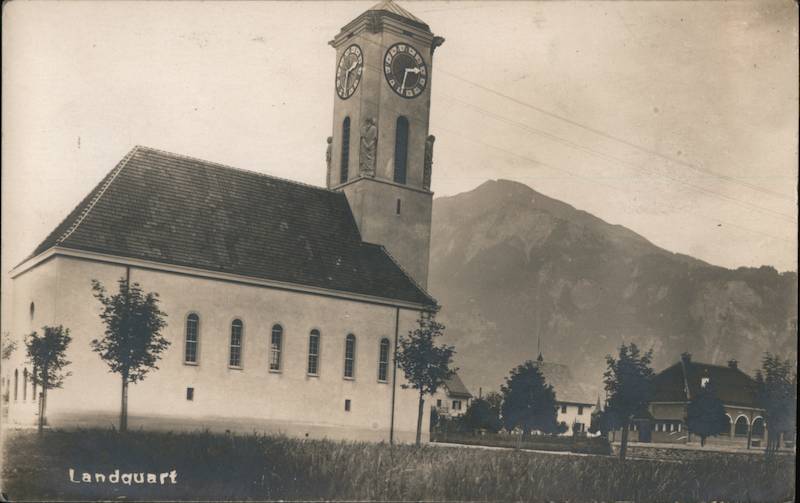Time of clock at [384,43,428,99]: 2:33
